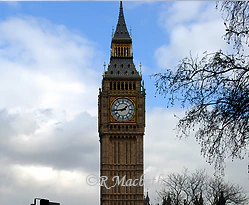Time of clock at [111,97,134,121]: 1:43
